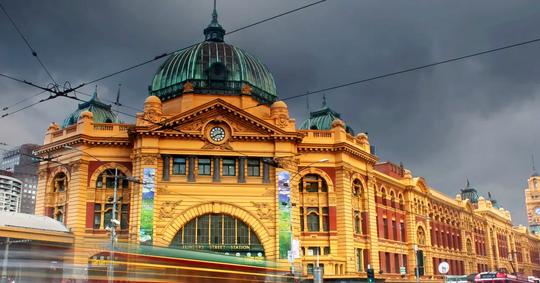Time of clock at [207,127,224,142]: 2:38
